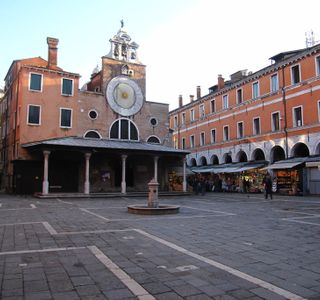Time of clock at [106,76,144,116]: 7:52
